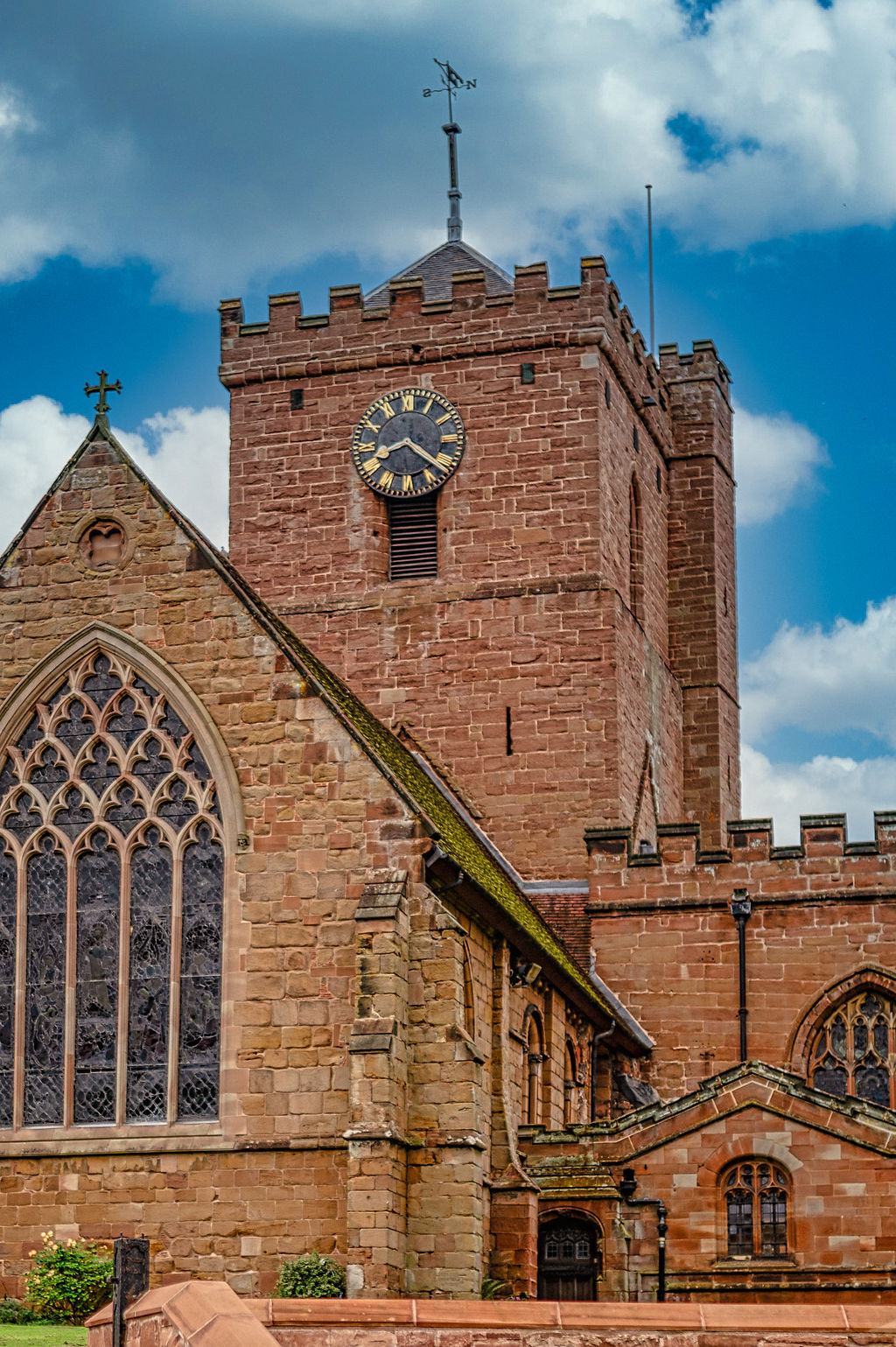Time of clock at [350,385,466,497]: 8:21
